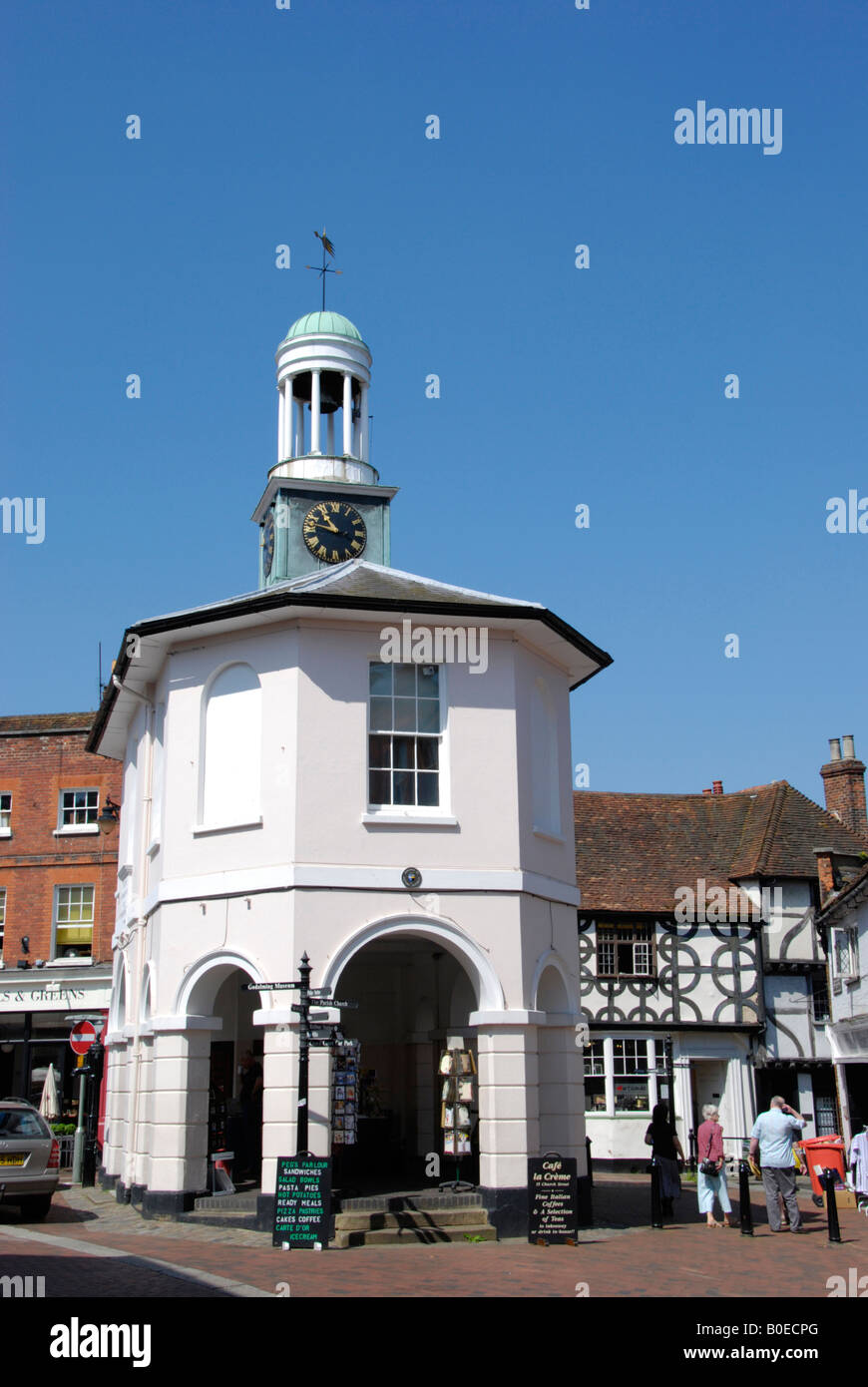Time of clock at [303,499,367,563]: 10:47
